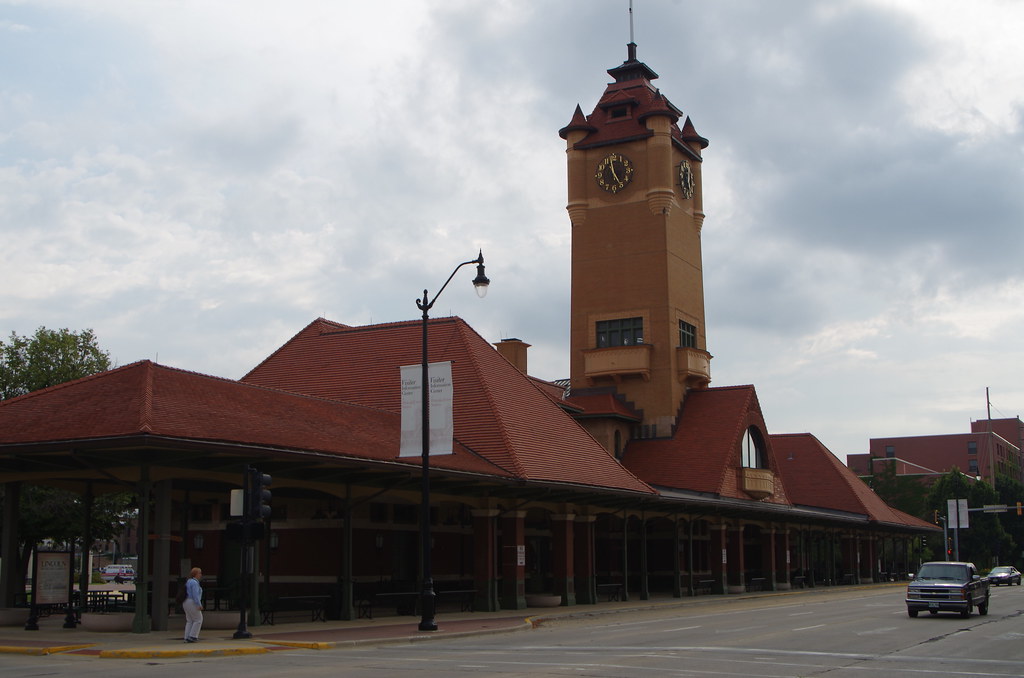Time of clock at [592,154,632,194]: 11:25
